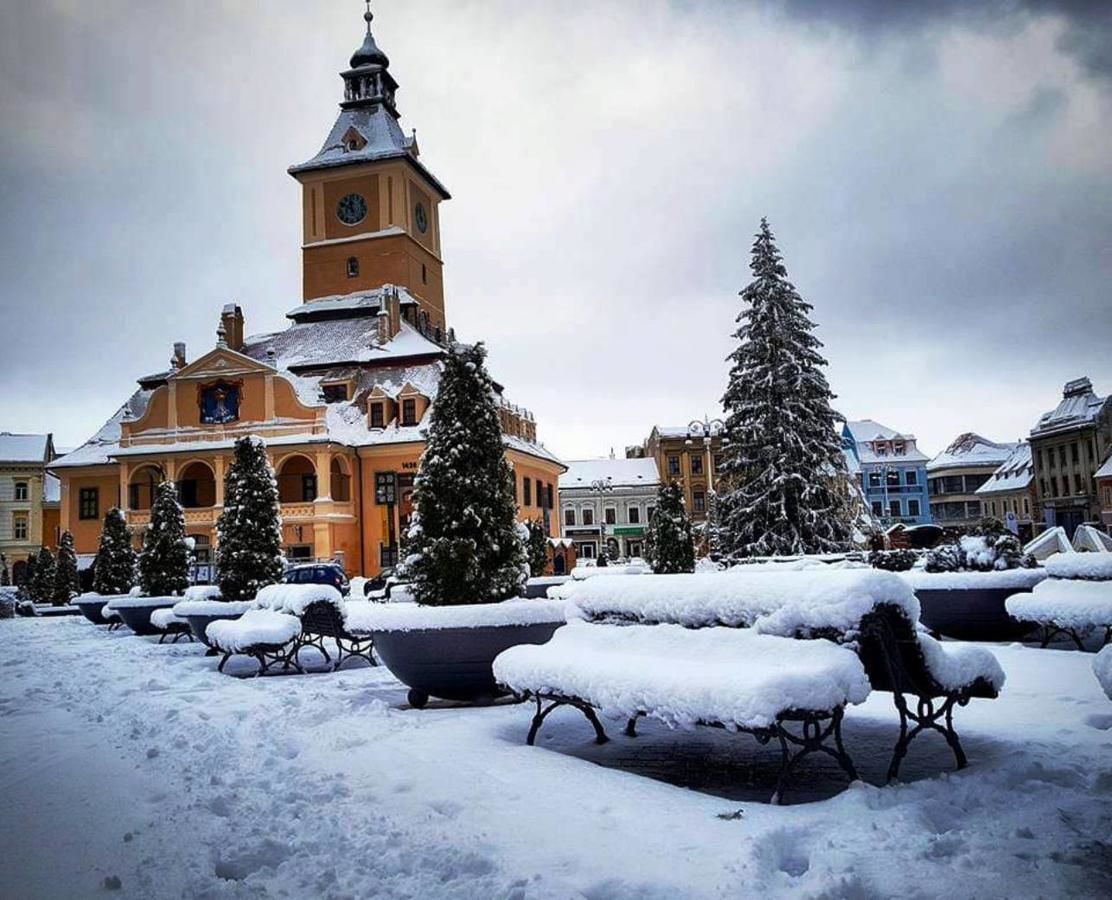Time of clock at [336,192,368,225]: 11:49
